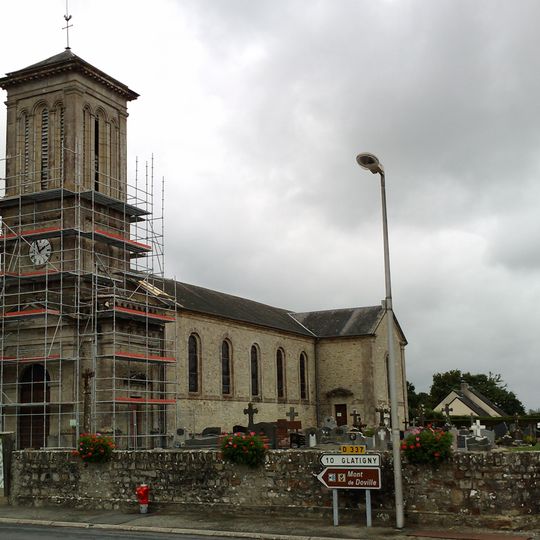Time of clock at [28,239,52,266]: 1:56
